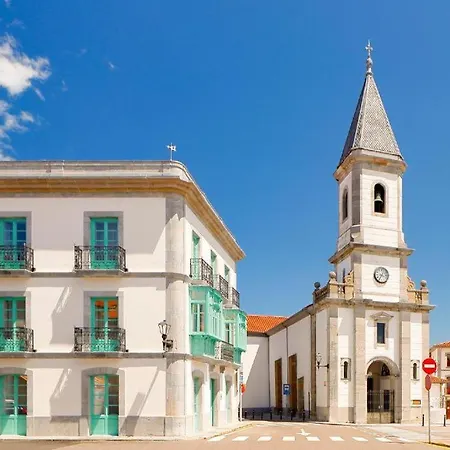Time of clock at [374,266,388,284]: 3:35
